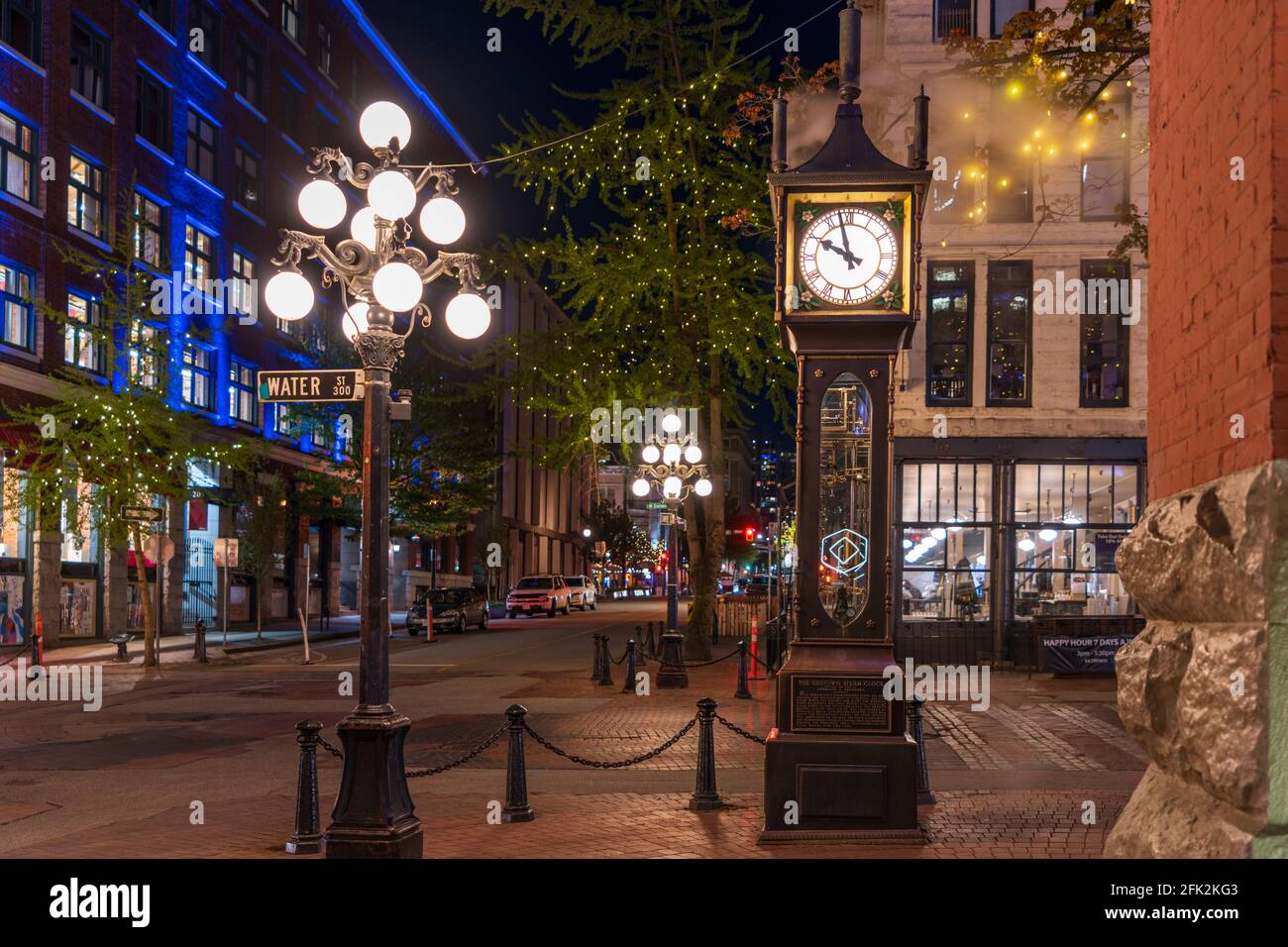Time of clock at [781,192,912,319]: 9:57
